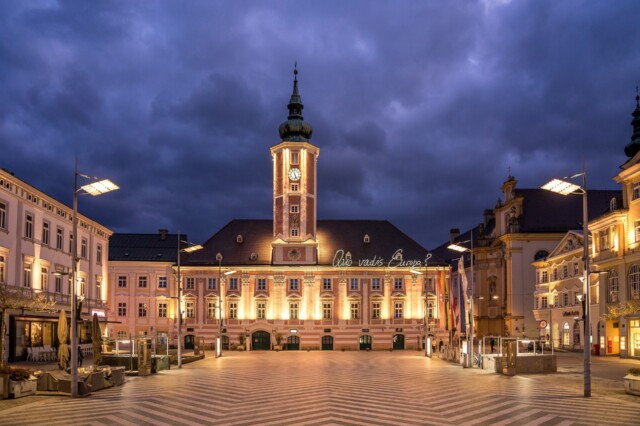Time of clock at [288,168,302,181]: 5:26
